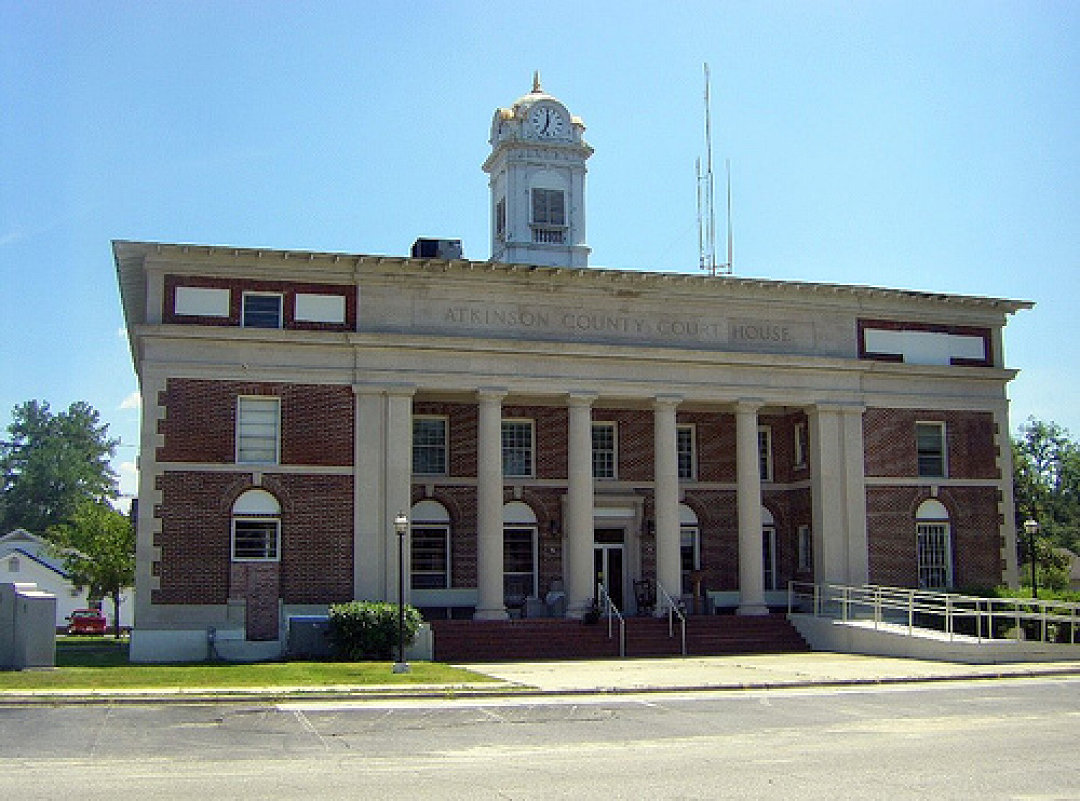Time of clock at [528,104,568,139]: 7:00
